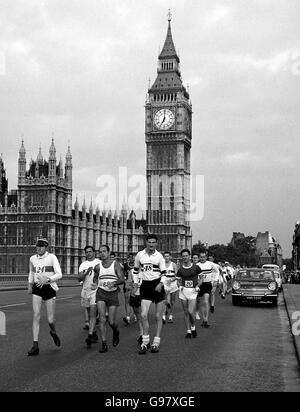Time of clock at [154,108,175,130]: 7:00
